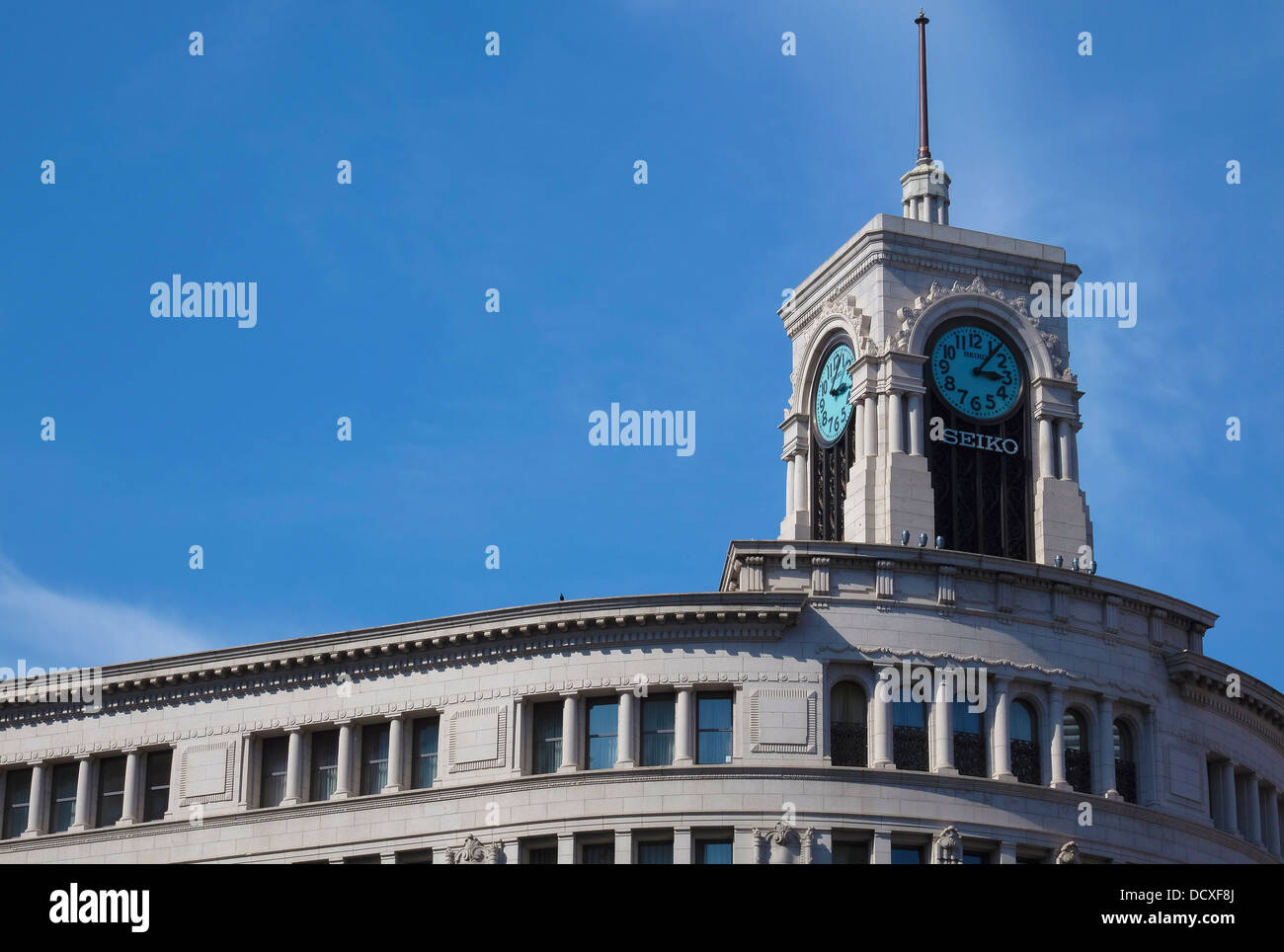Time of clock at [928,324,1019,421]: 3:06
